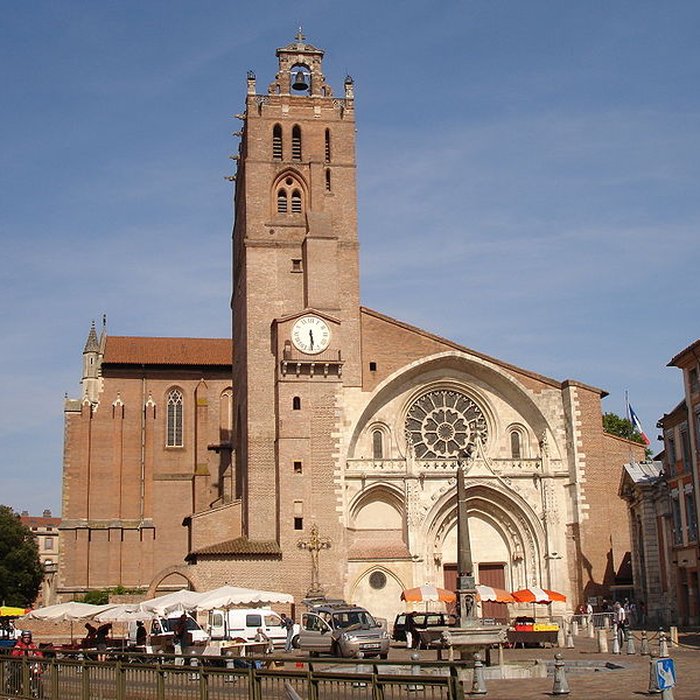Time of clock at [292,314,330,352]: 5:29
